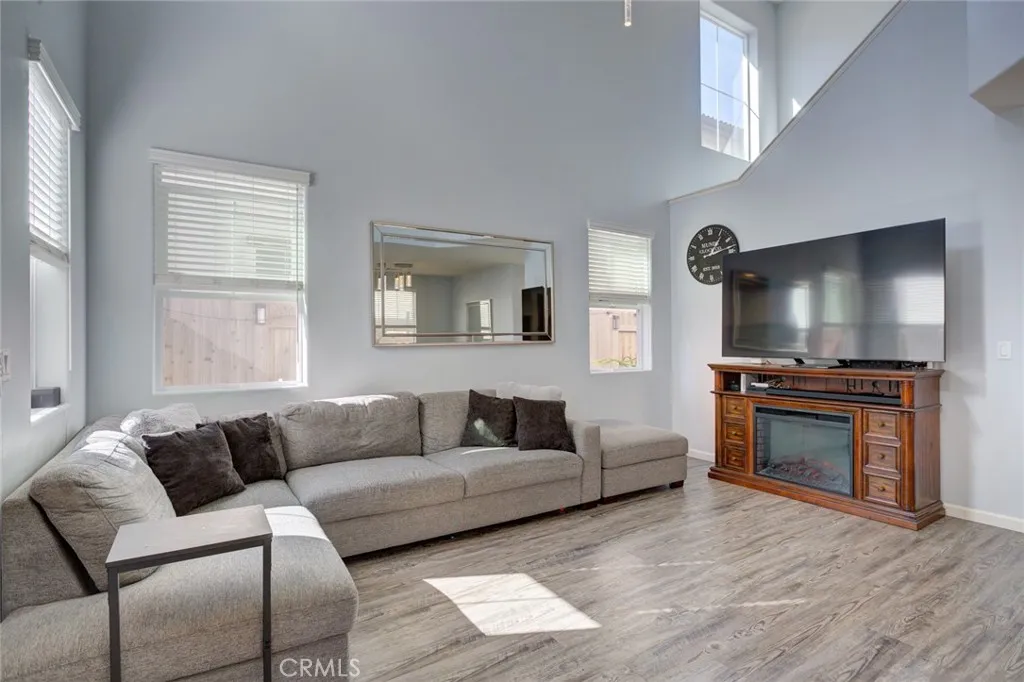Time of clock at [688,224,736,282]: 1:13
